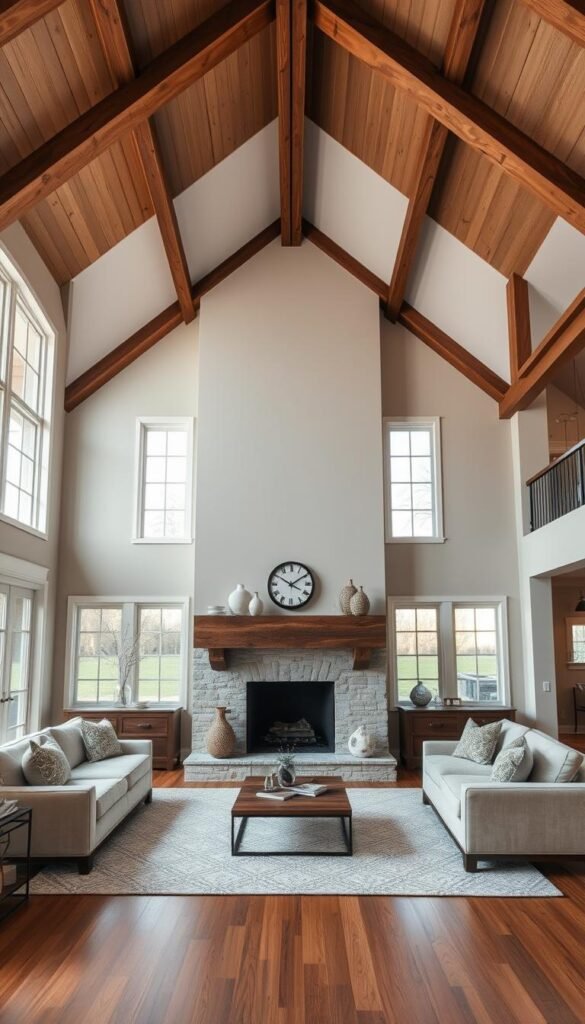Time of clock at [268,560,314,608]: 1:50
